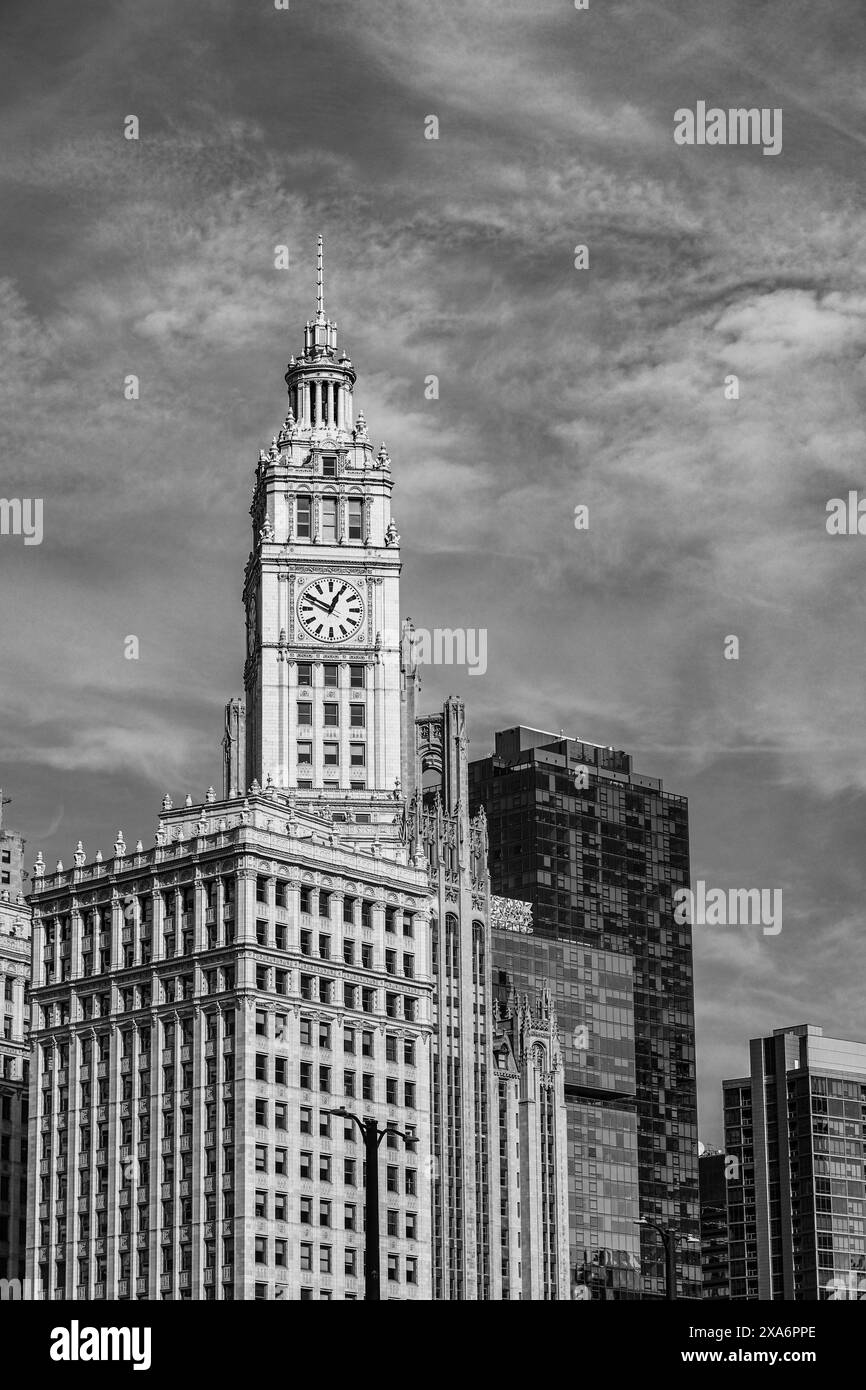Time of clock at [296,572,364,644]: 12:49
